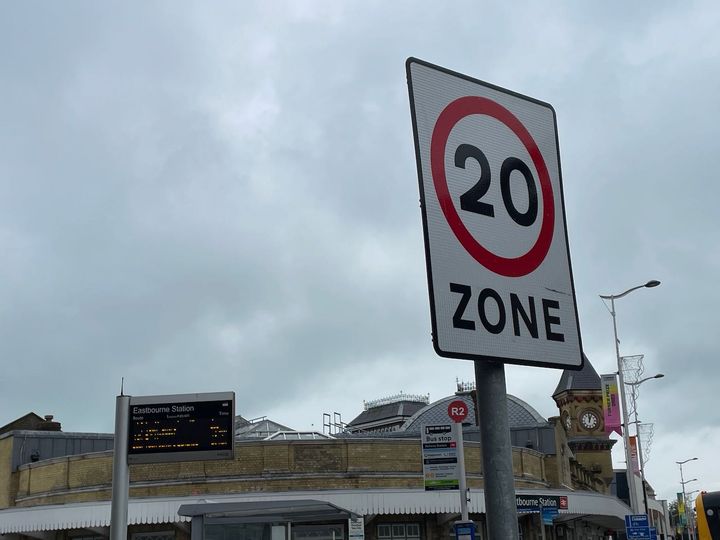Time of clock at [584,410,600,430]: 12:03
